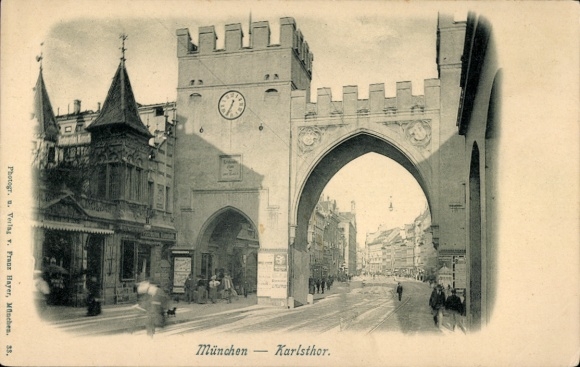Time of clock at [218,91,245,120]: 12:34
